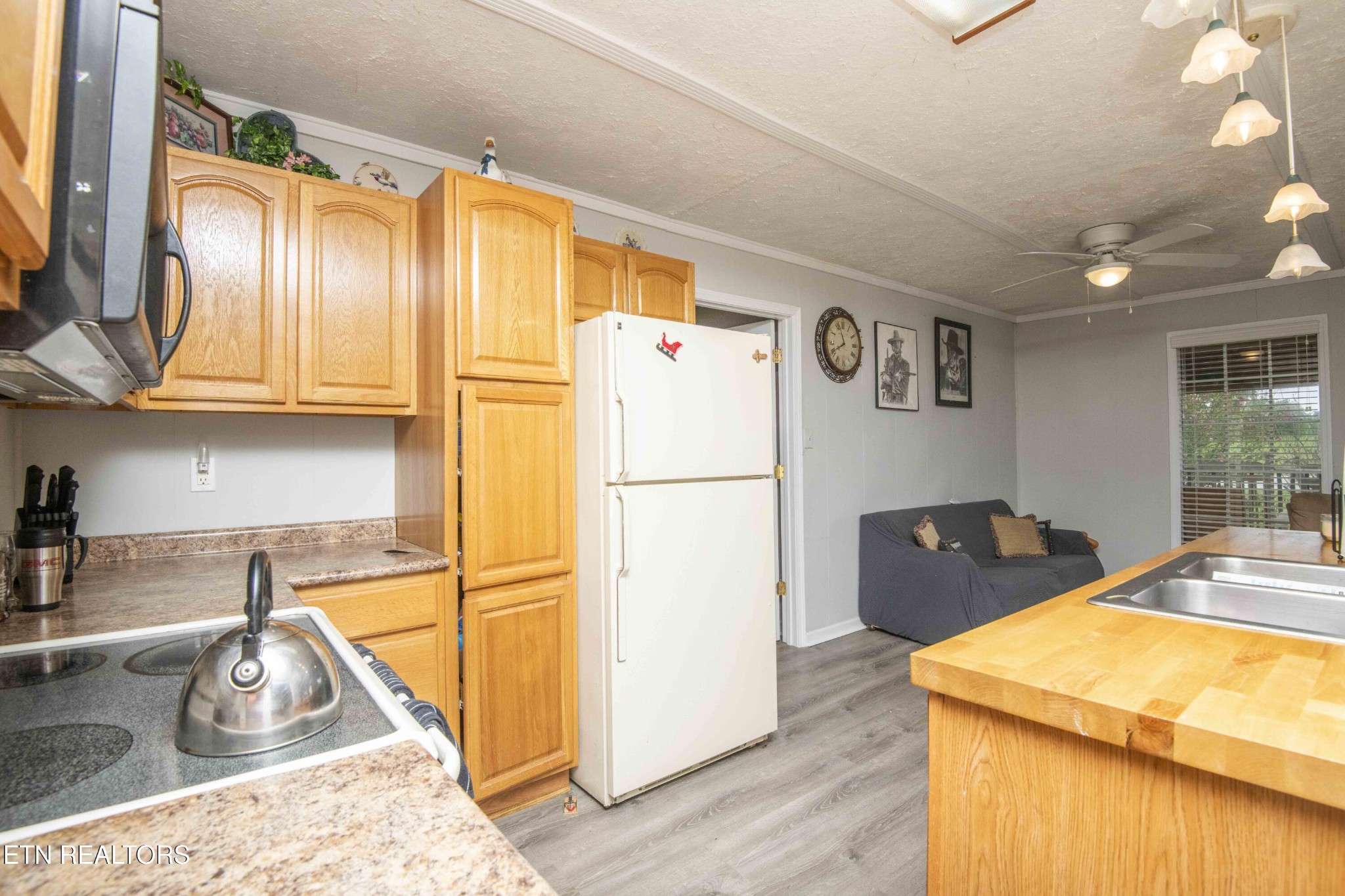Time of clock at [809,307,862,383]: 11:40
